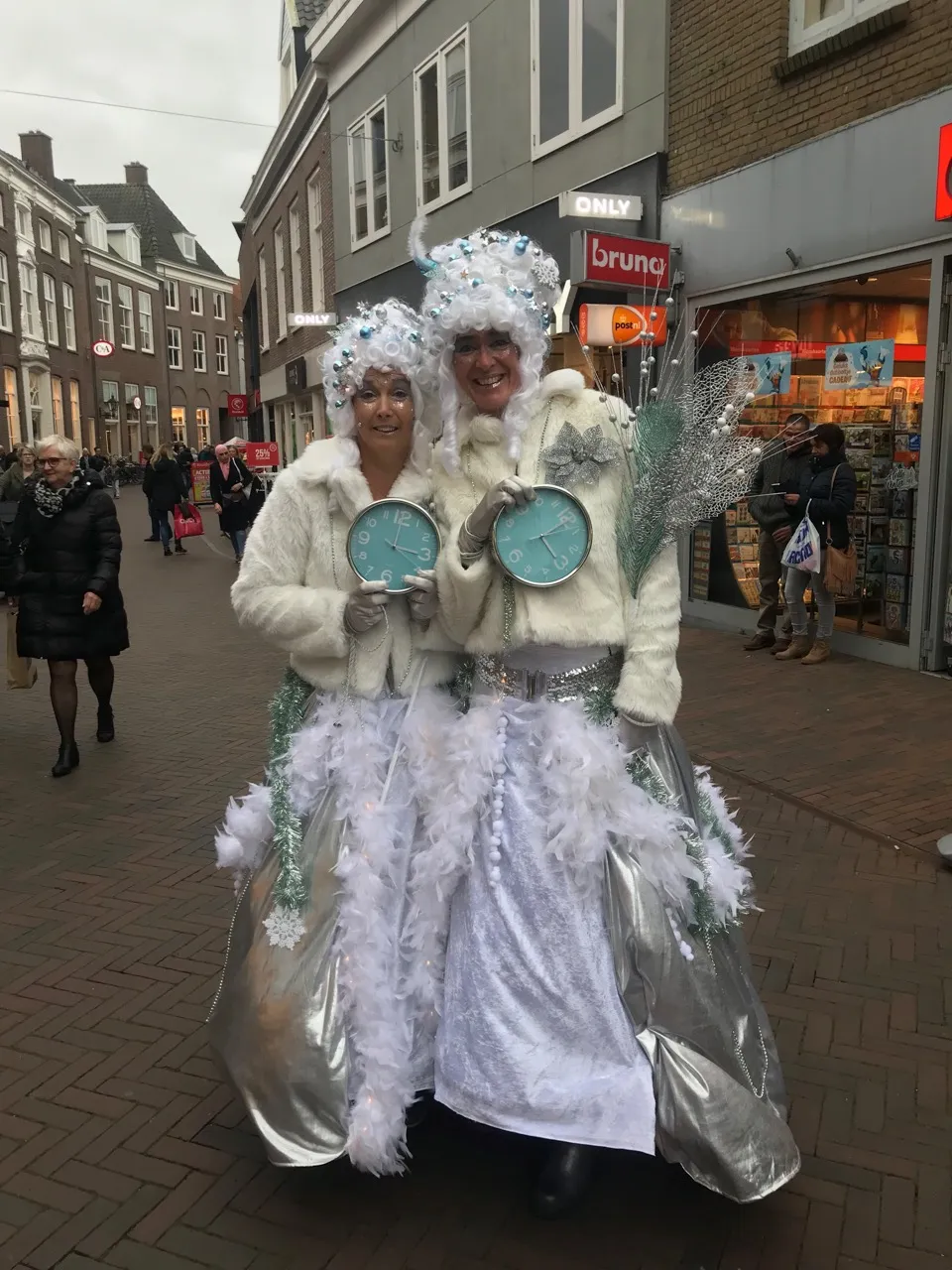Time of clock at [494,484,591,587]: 5:10
